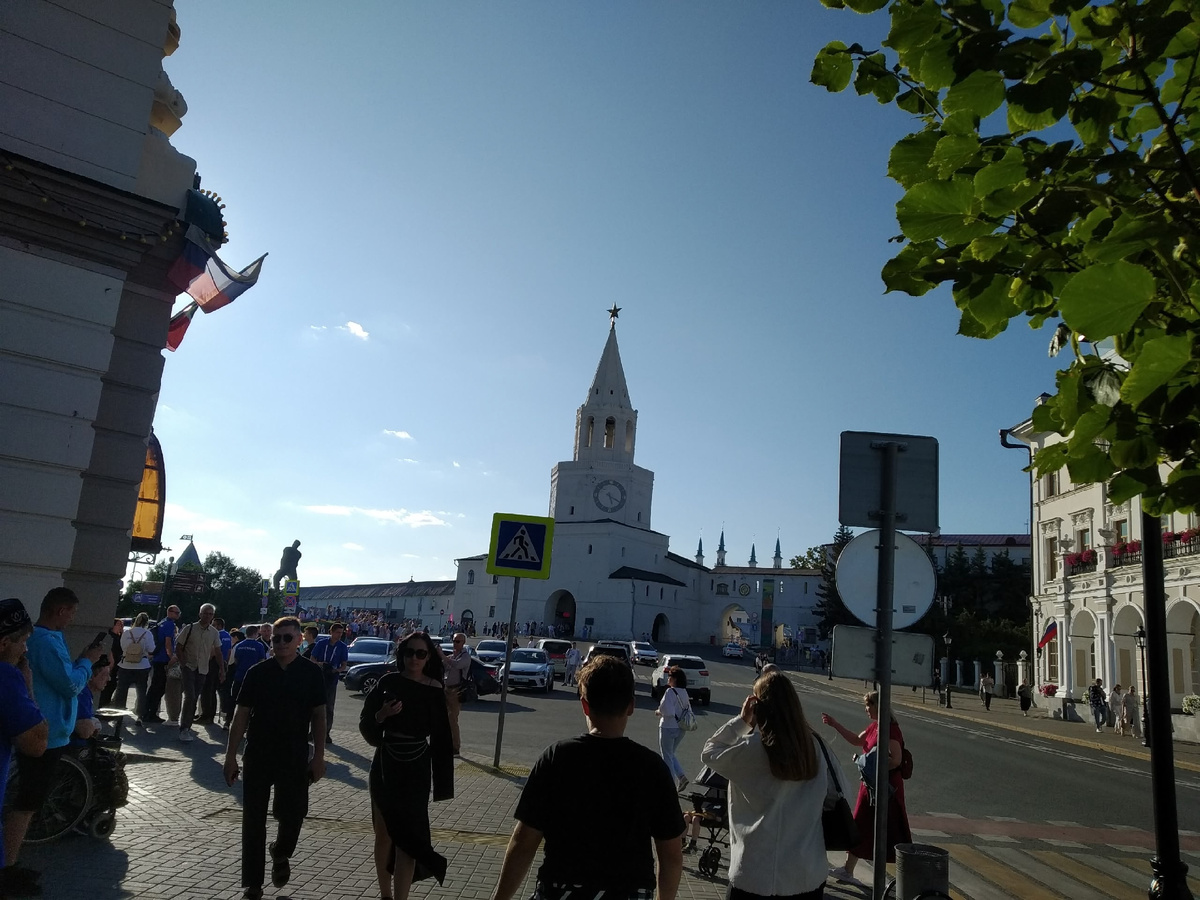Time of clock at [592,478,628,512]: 5:19
